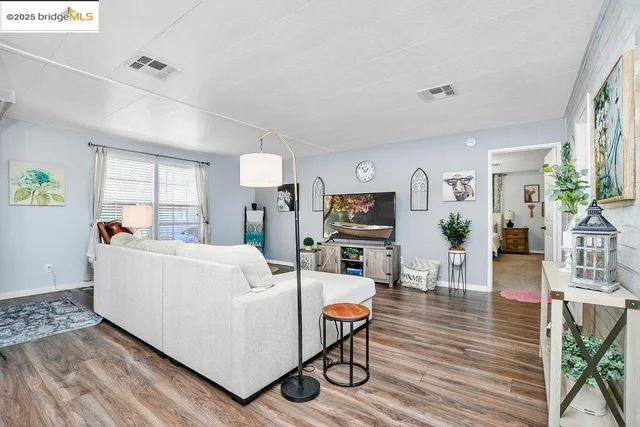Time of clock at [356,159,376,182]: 1:52
